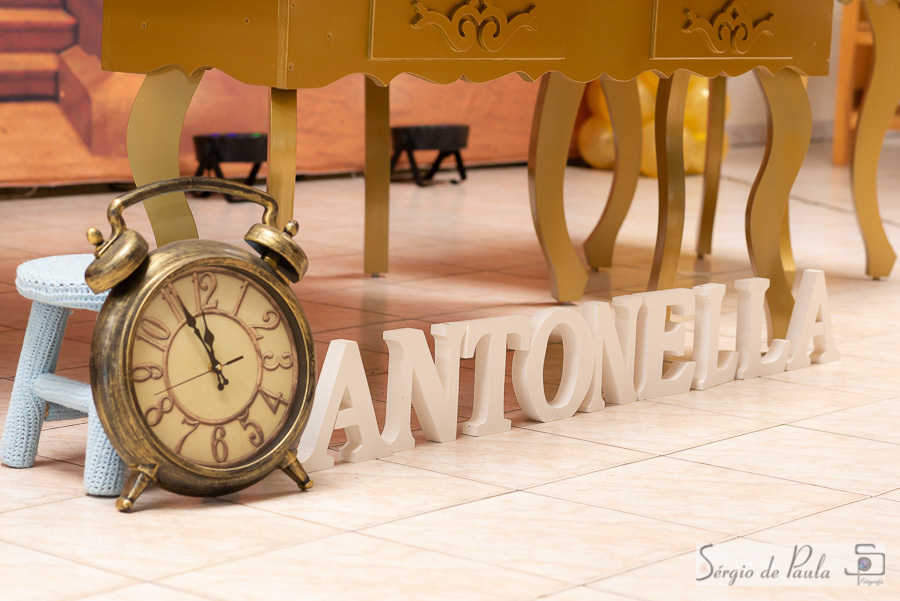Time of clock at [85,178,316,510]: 11:55
